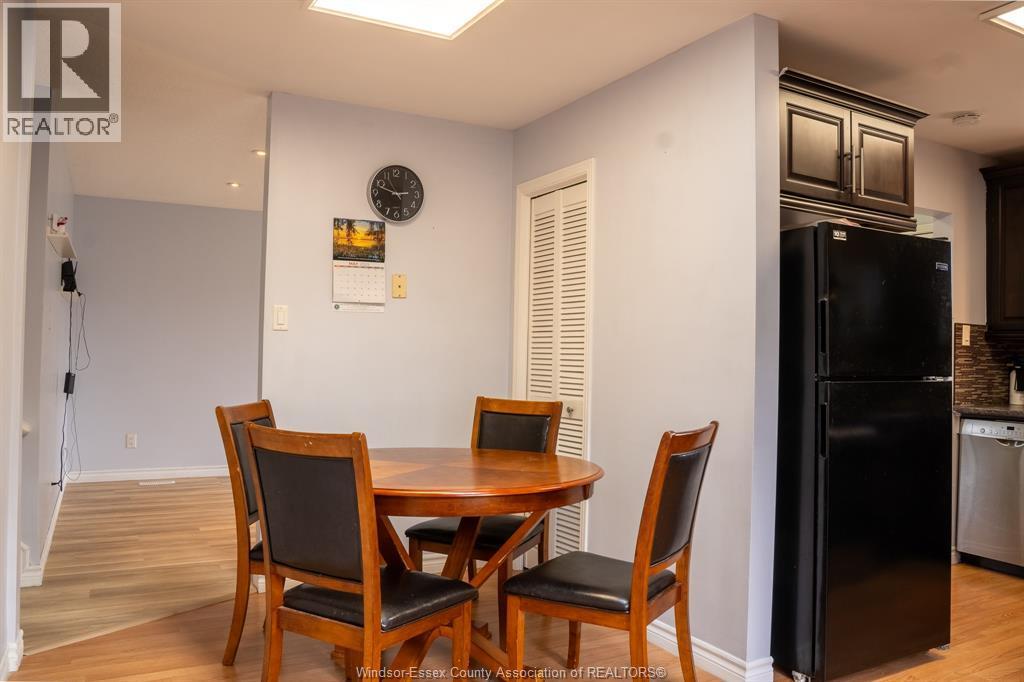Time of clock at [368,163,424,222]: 2:48
